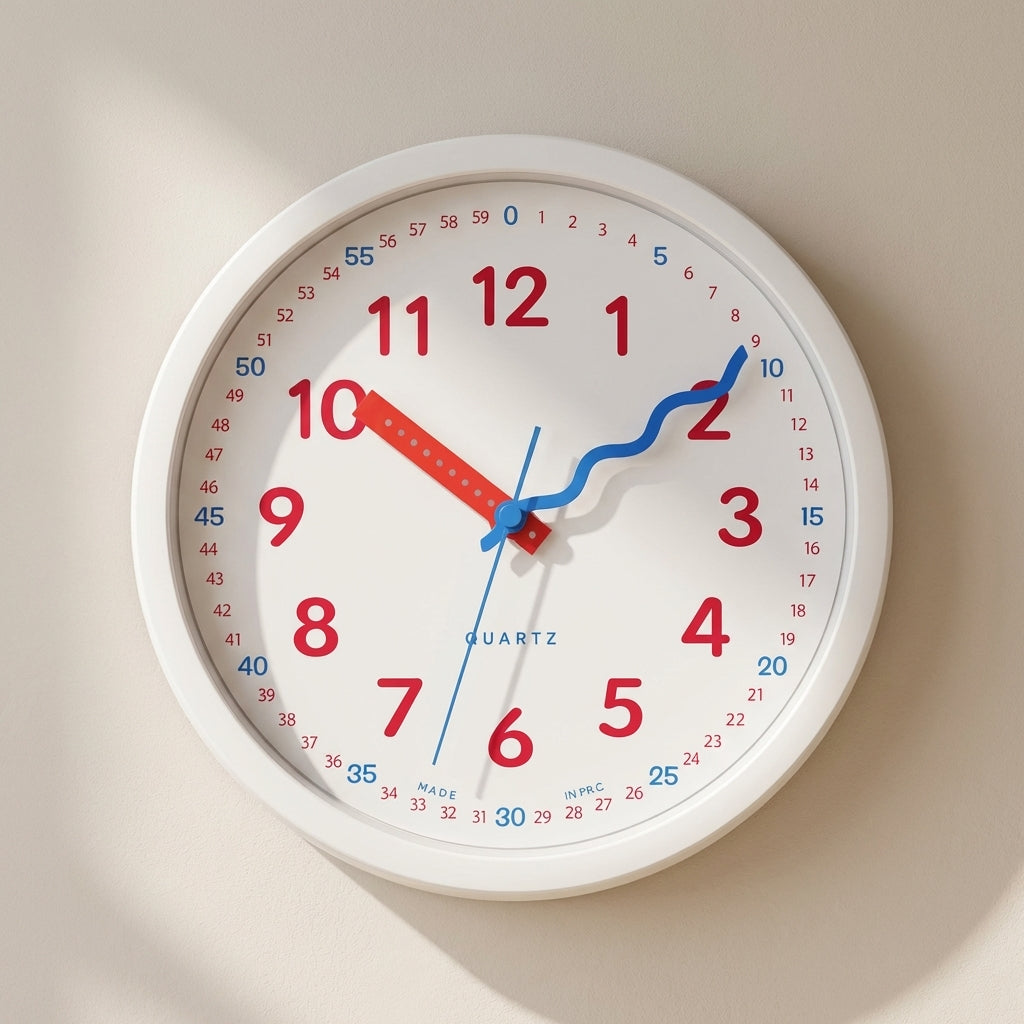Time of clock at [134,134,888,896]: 1:50
